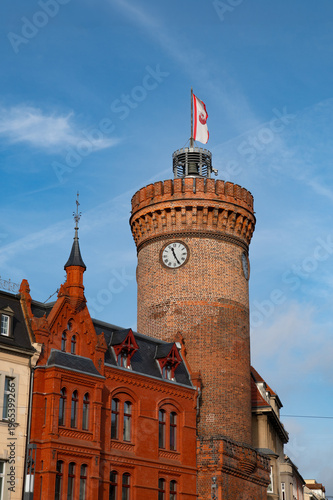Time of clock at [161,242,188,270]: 11:25
